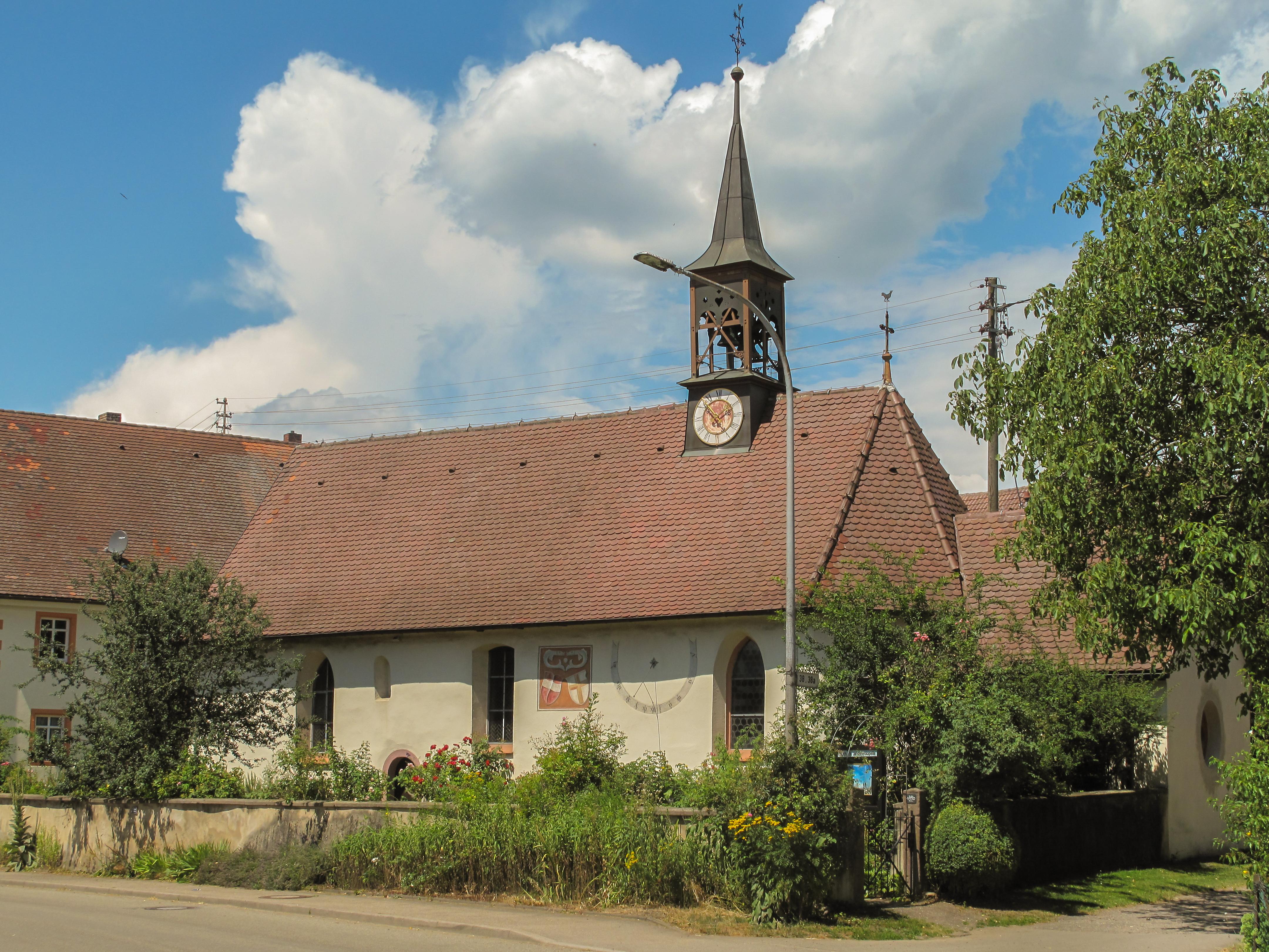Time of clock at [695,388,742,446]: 4:52
